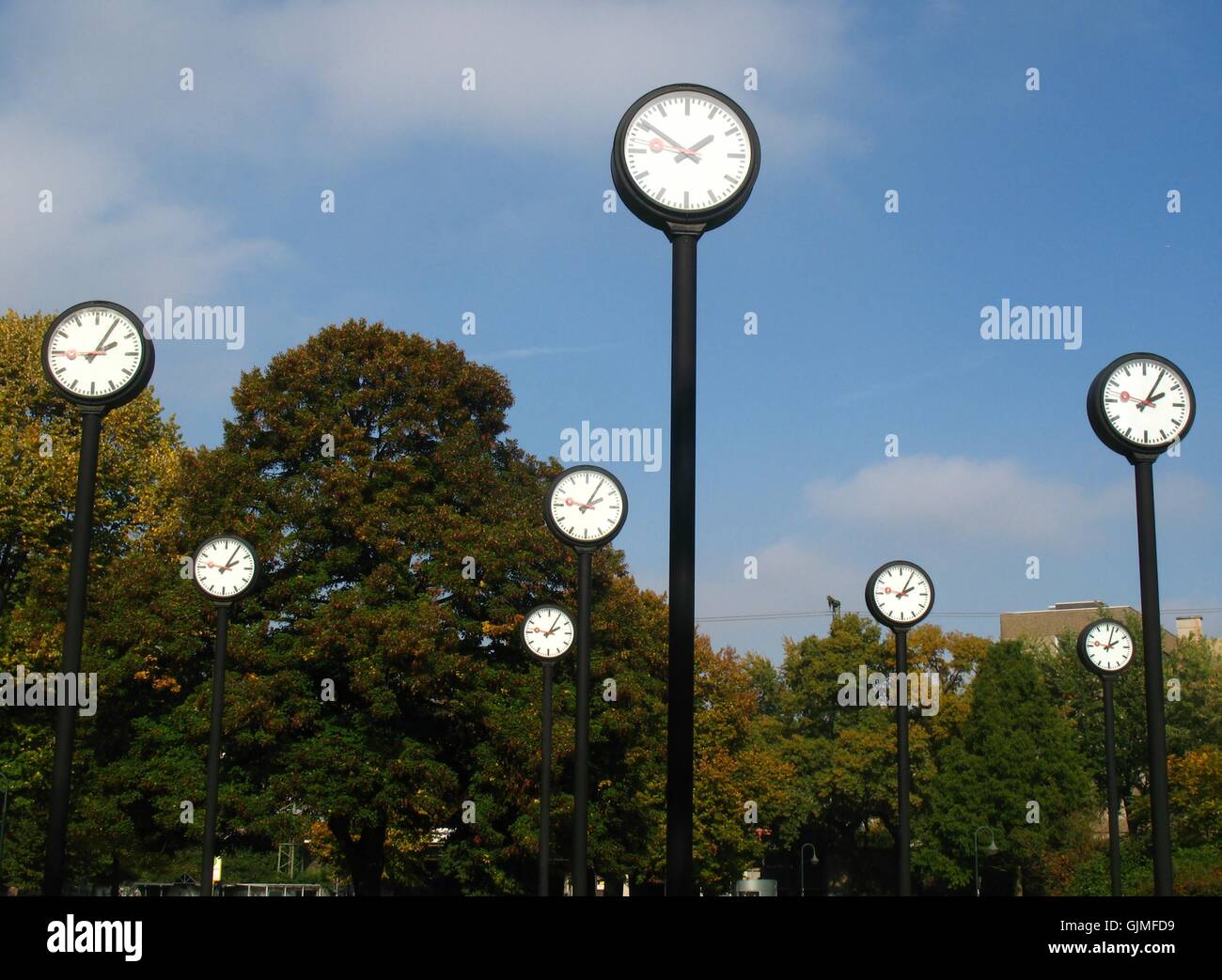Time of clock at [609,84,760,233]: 1:50
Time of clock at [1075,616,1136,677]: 2:02
